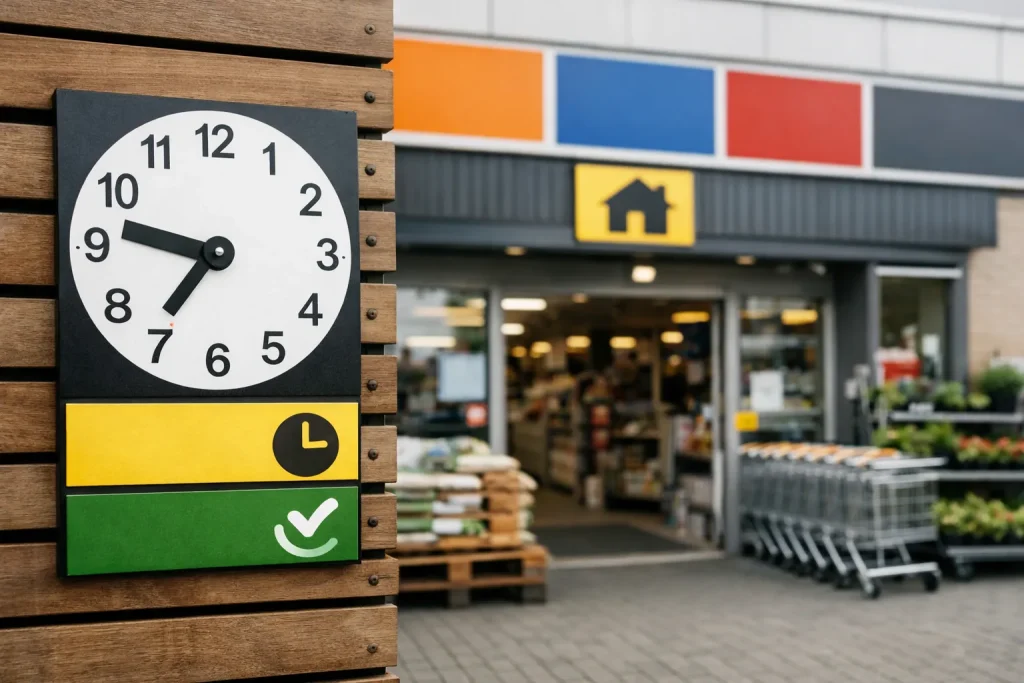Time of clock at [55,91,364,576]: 9:36
